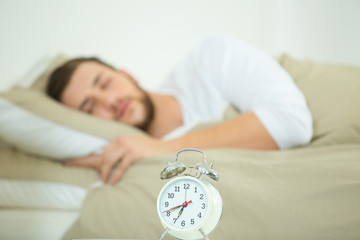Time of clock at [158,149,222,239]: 6:41
